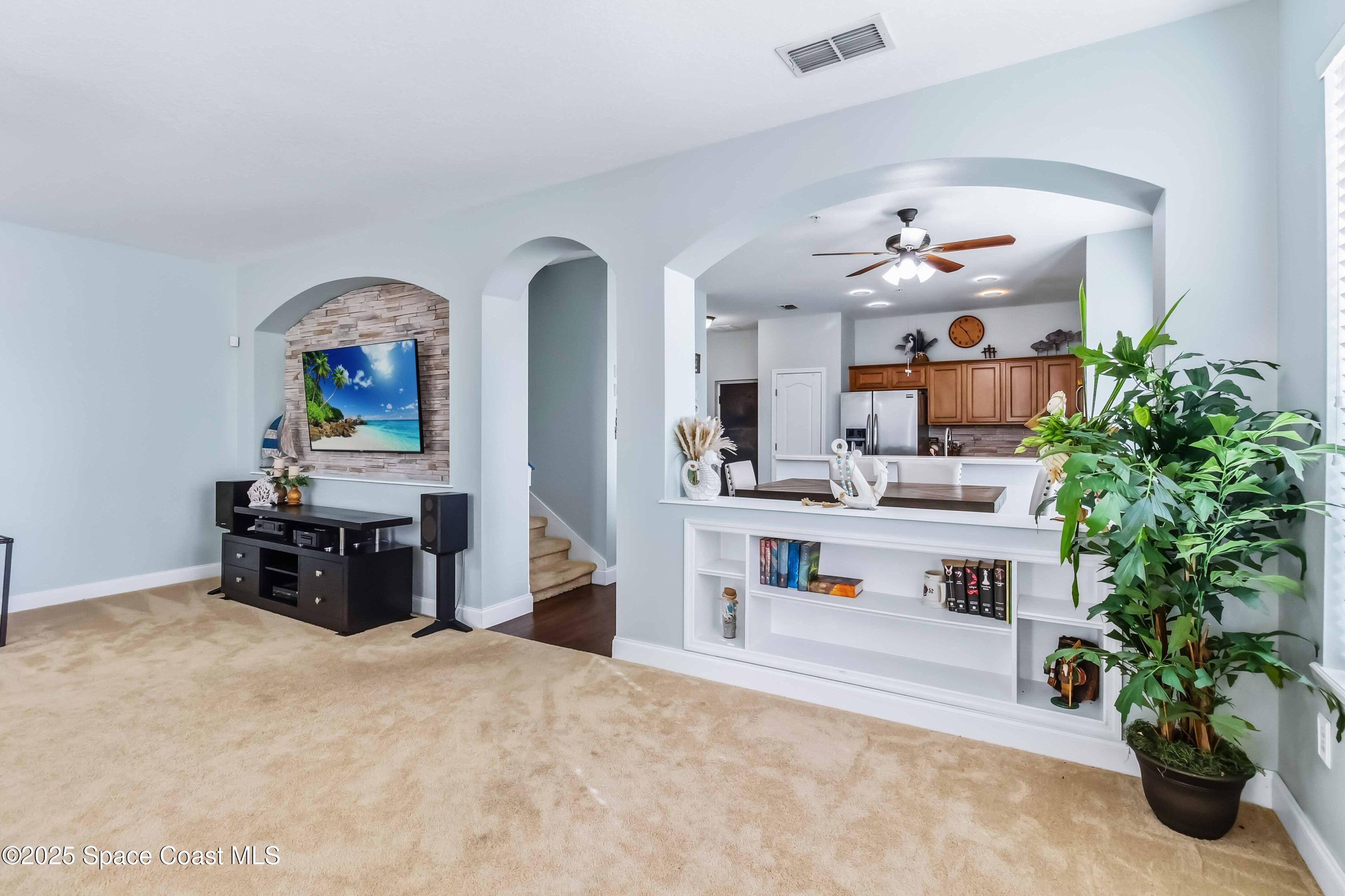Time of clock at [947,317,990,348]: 10:25
